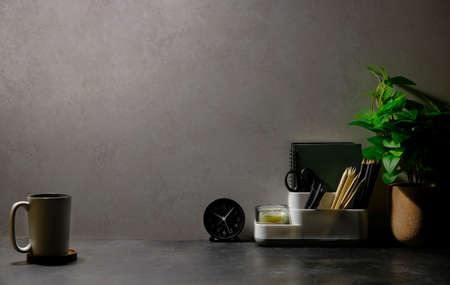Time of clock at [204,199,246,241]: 10:06
